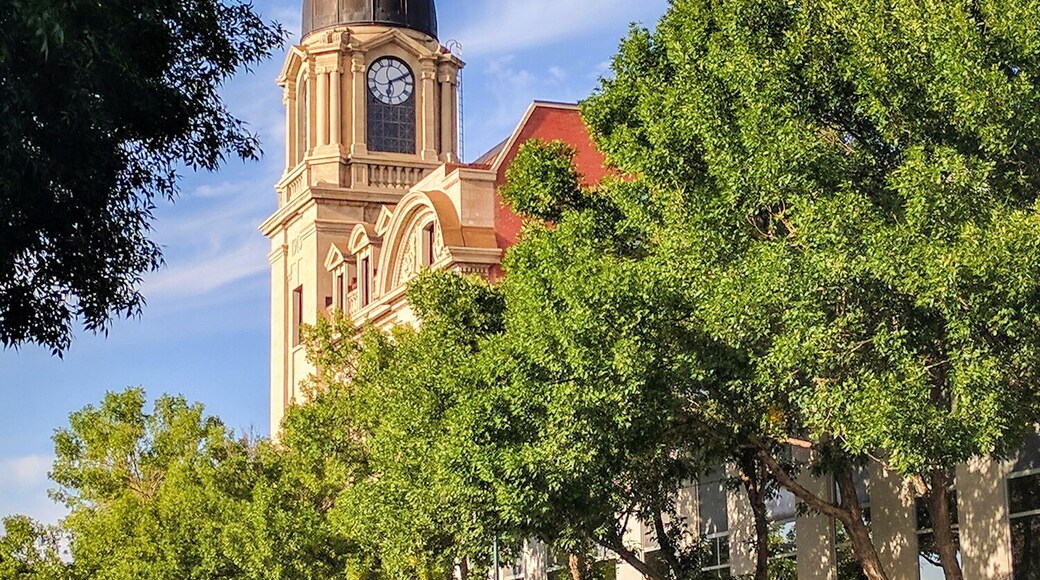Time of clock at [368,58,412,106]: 6:10
